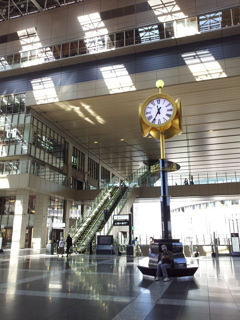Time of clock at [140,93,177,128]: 11:35
